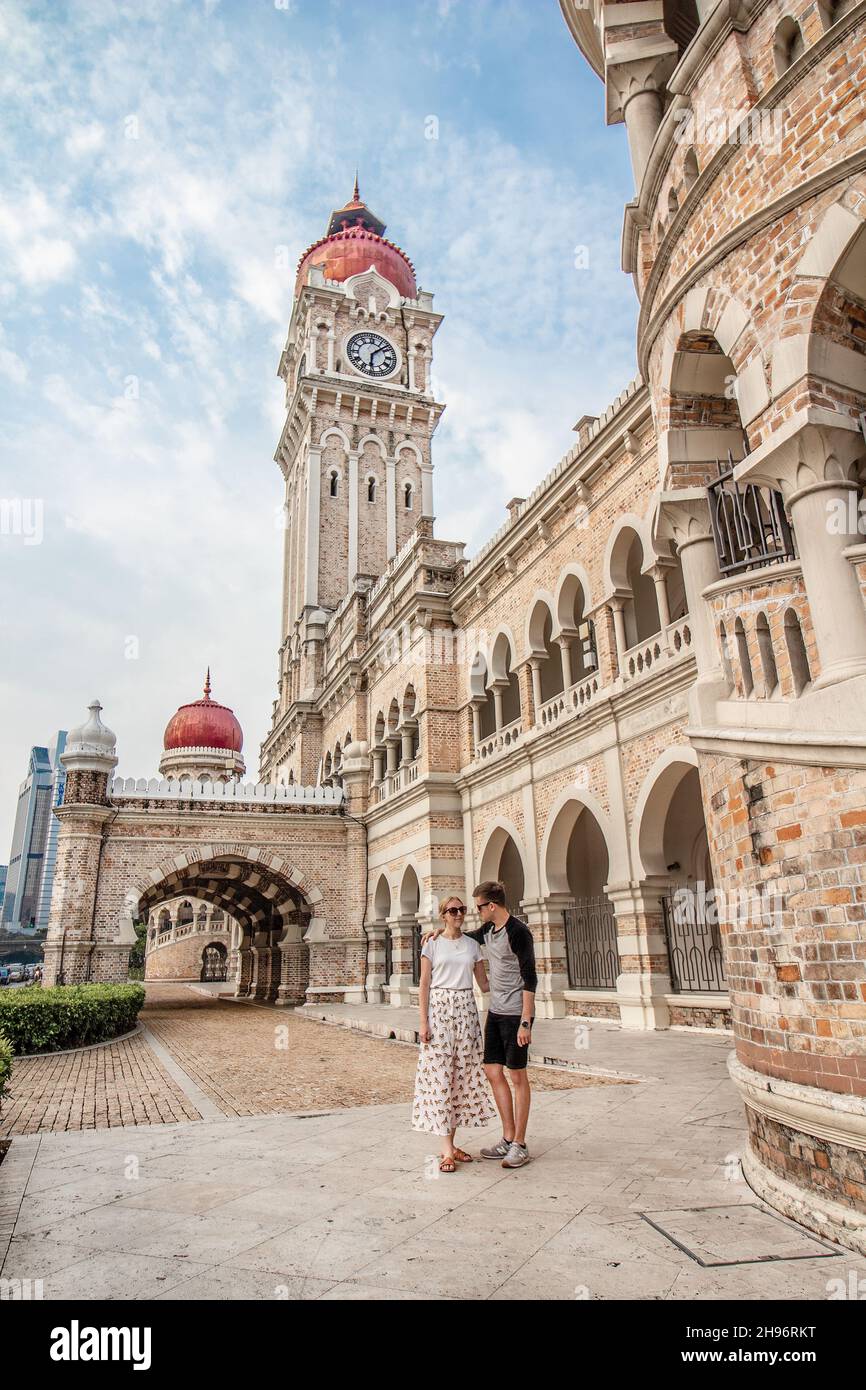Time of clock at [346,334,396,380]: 6:08
